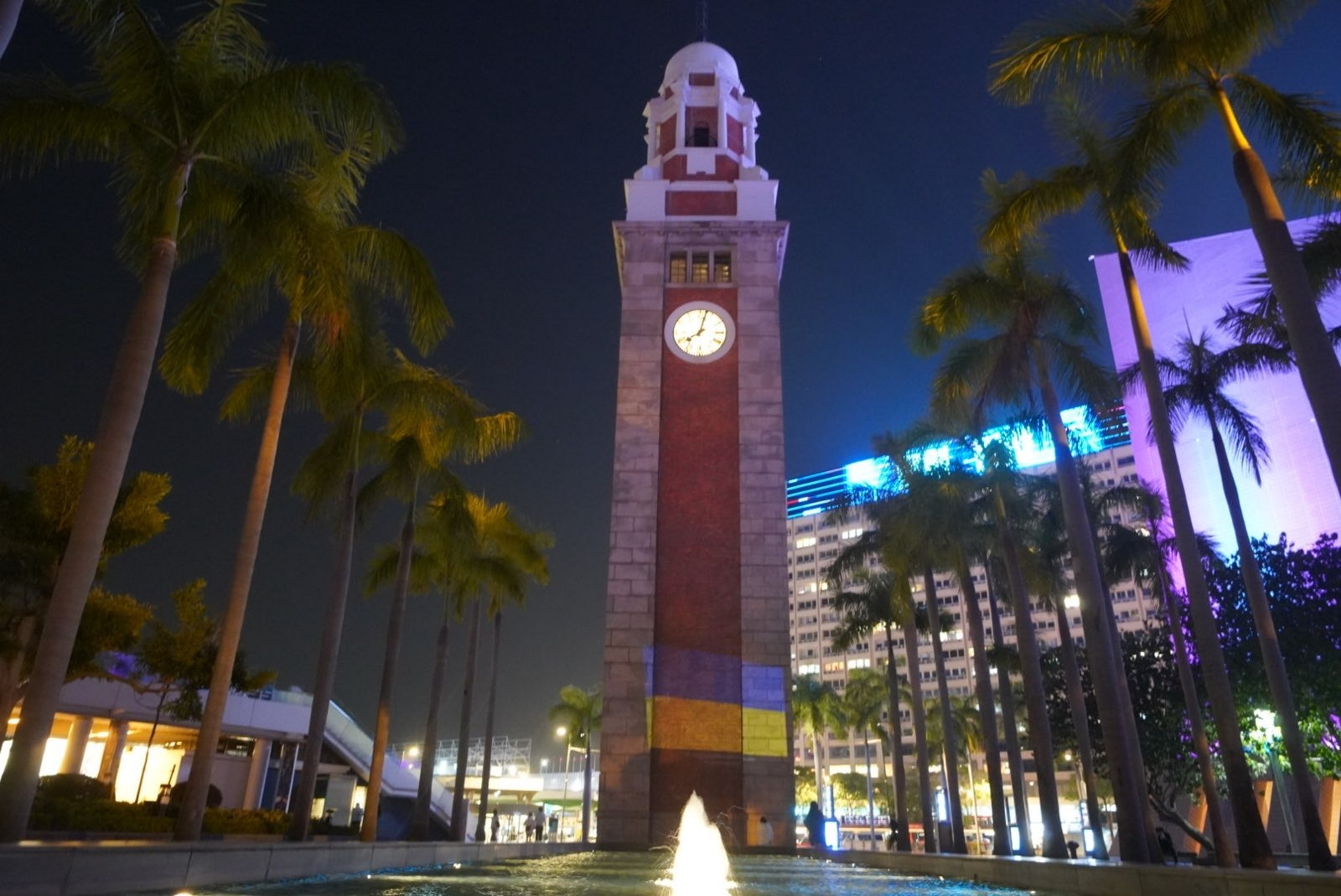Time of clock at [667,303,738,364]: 8:02
